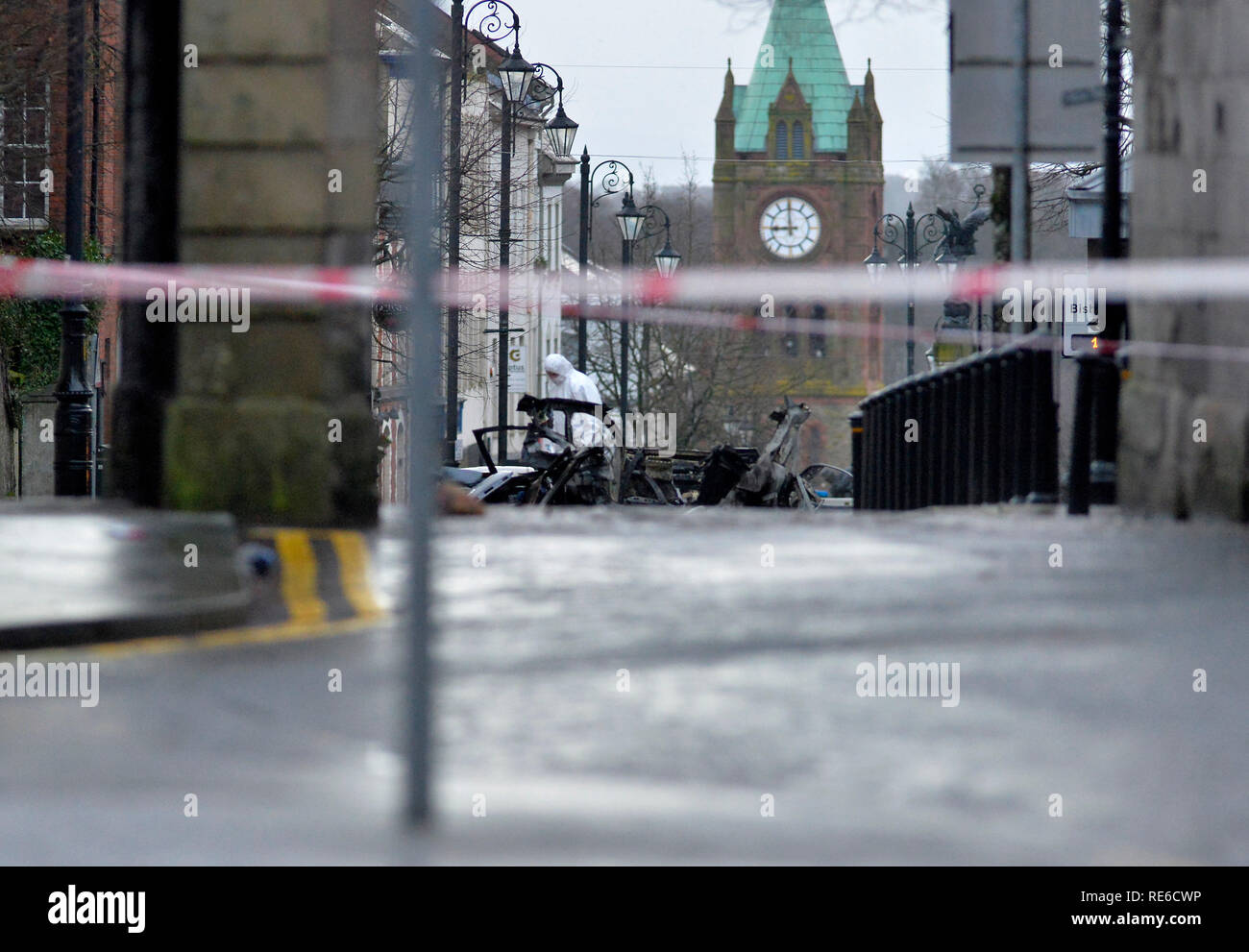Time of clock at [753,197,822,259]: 8:59
